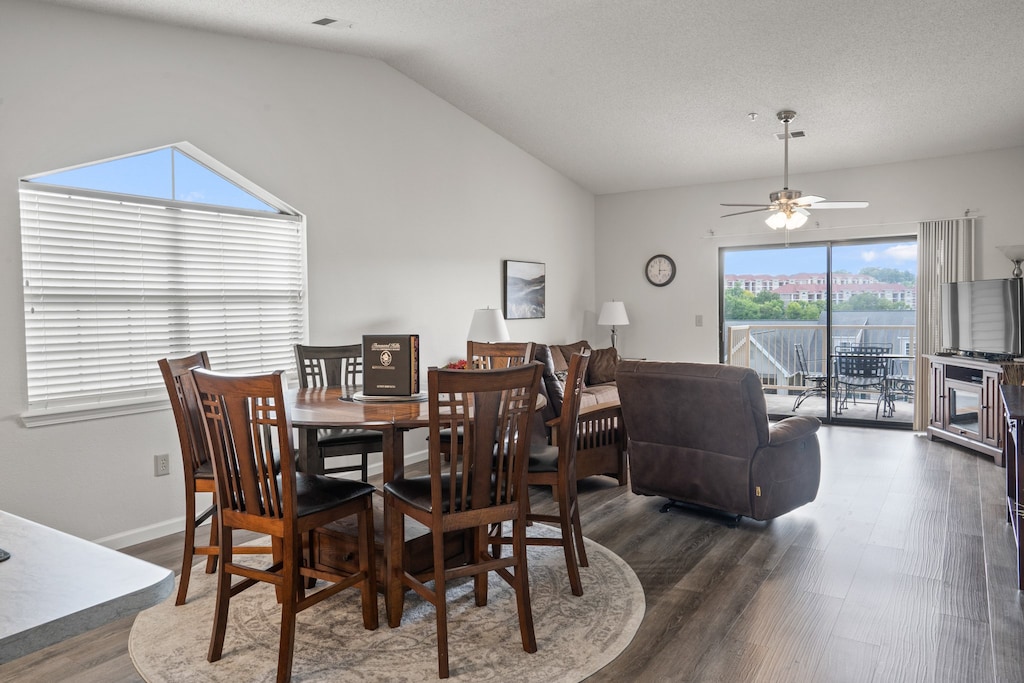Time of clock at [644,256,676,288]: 3:00
